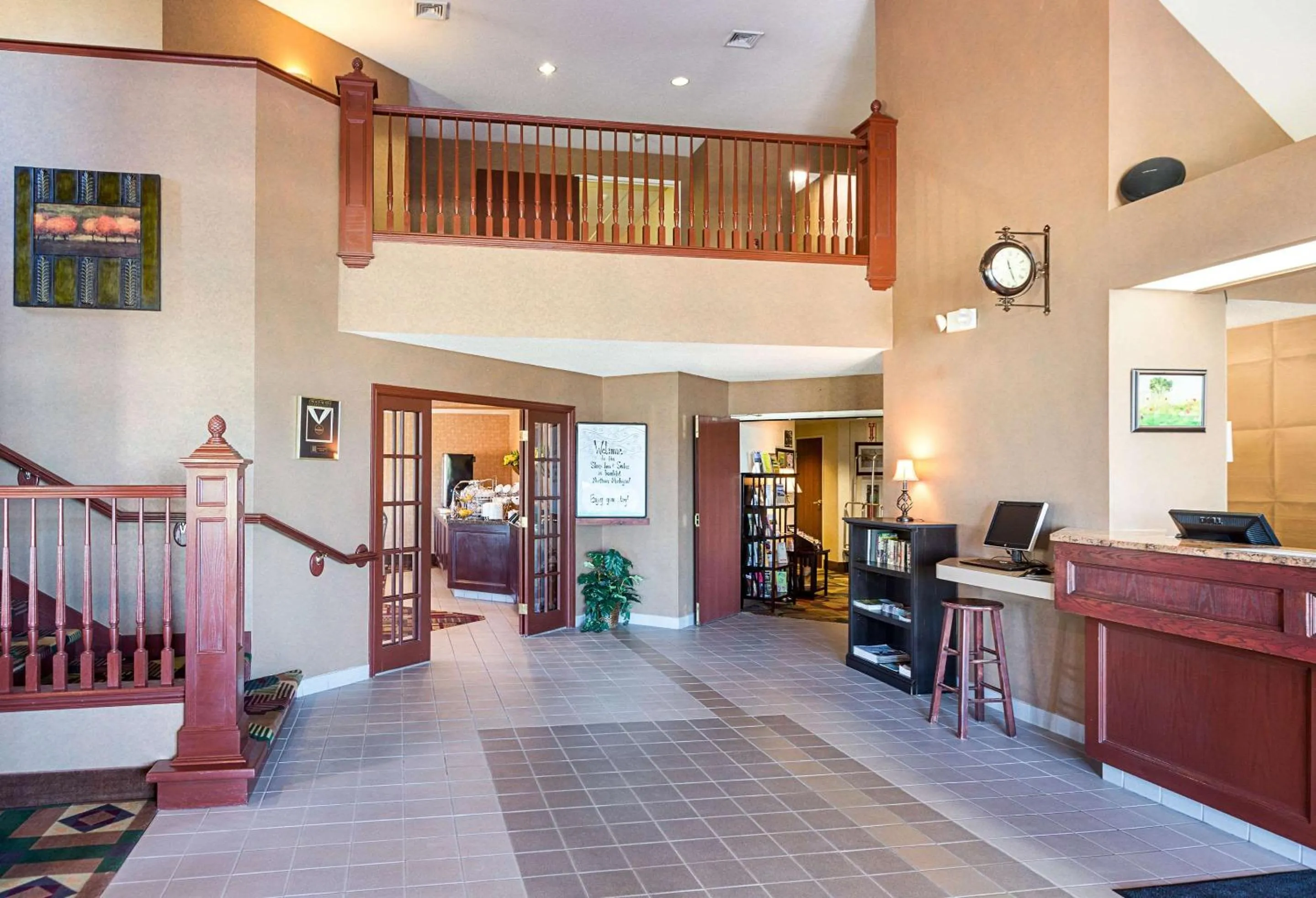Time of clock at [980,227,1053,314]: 11:25
